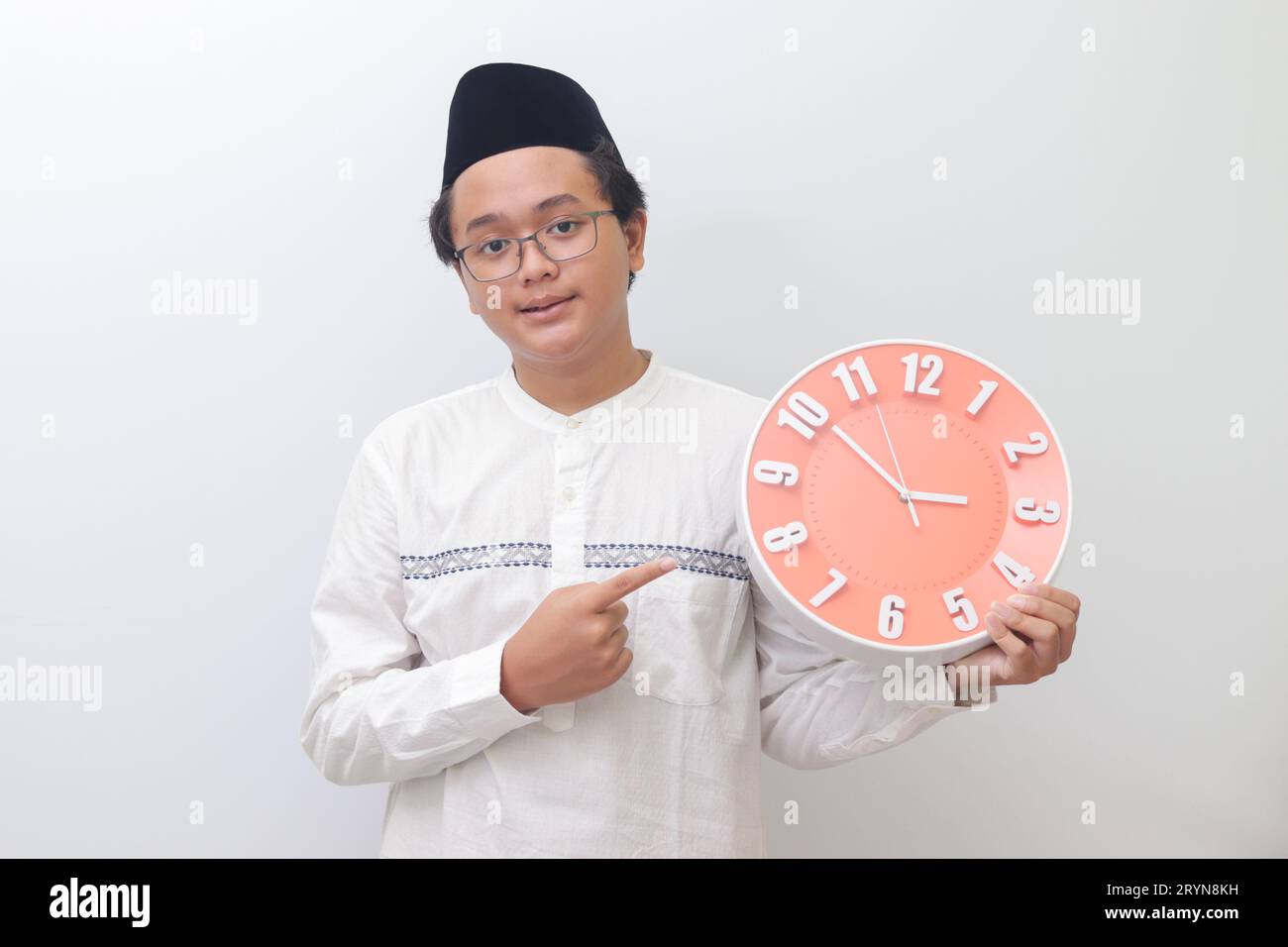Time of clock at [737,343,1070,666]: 2:51
